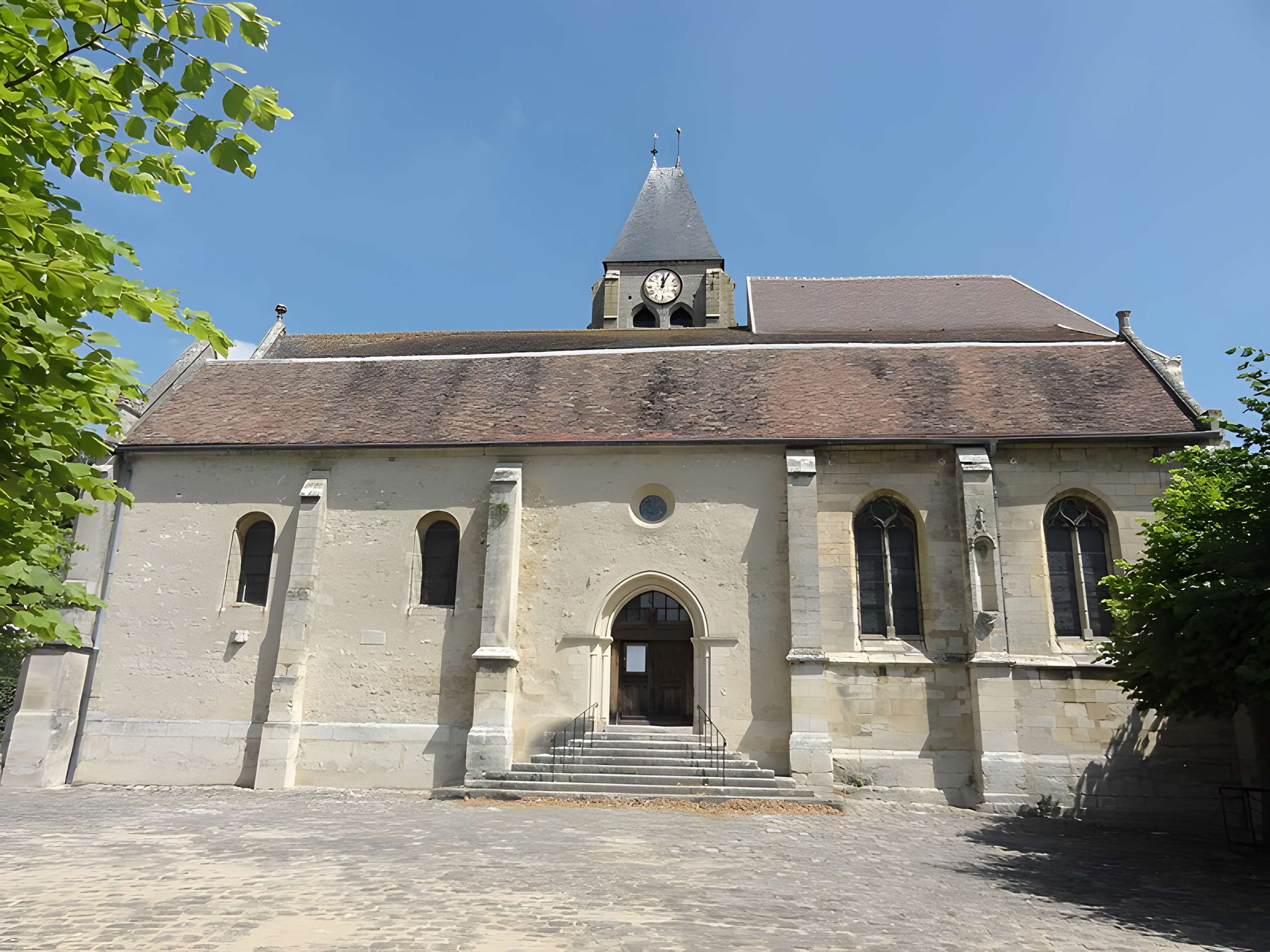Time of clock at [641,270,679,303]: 12:04
